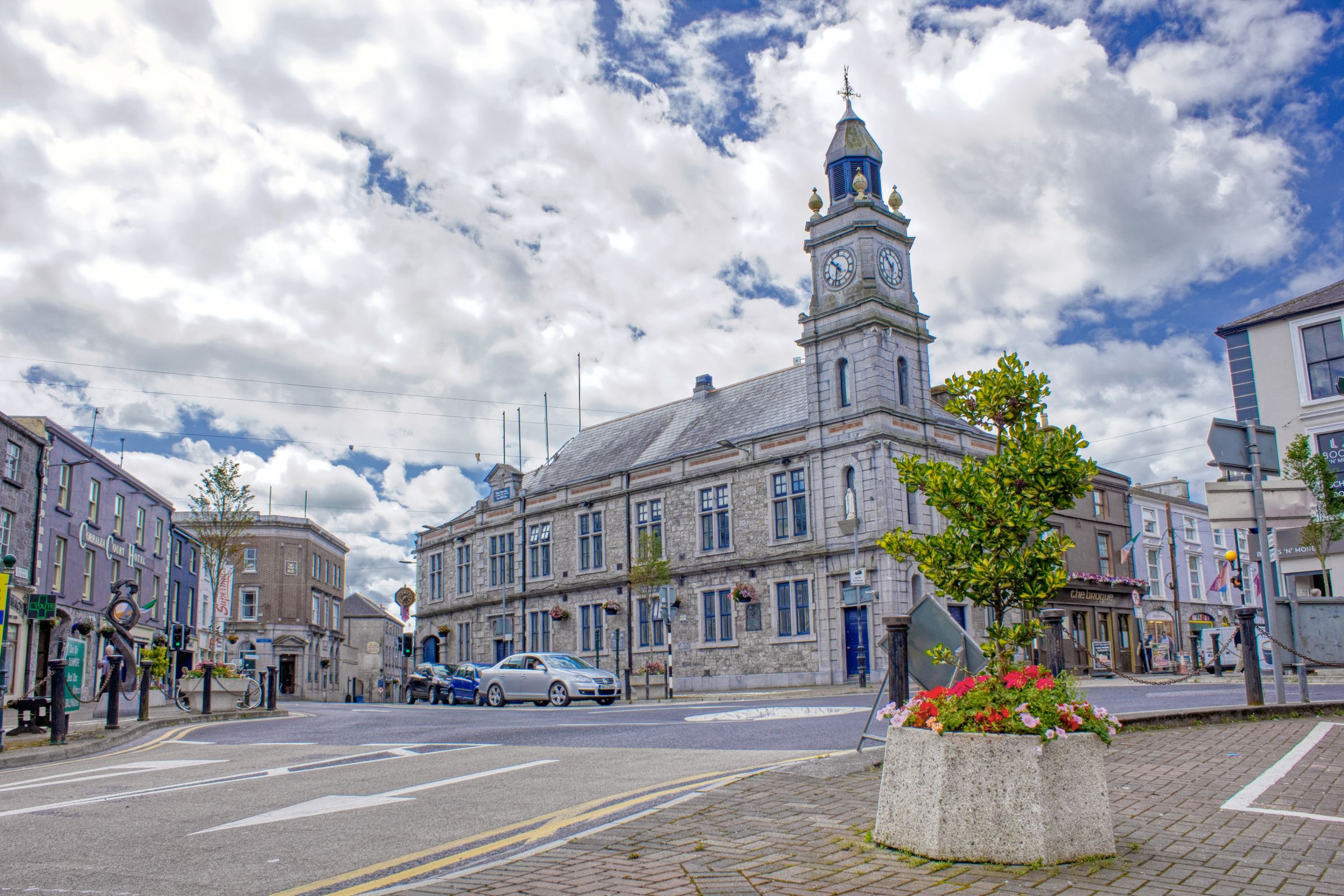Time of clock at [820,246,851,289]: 10:32
